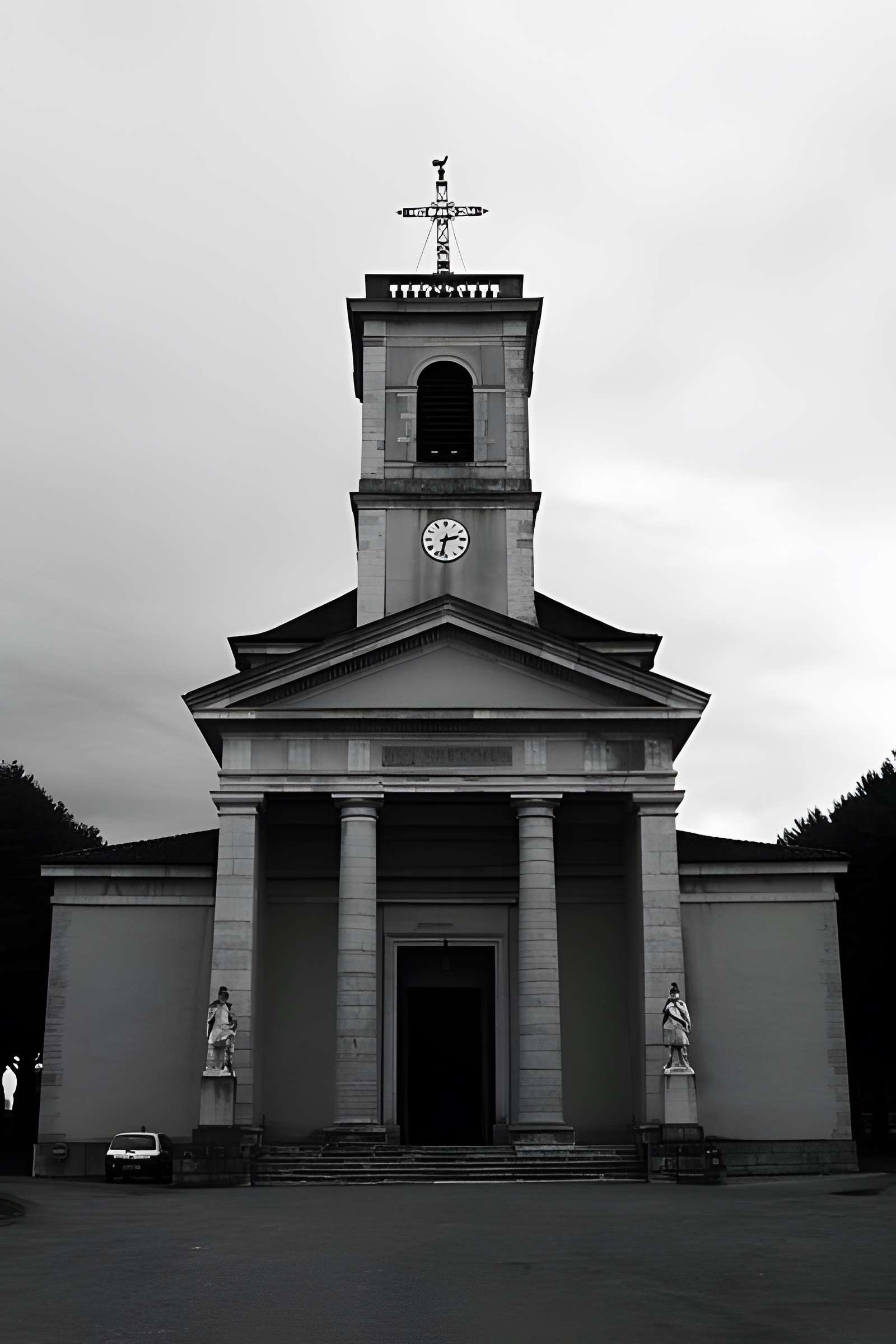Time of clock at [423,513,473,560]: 2:32
